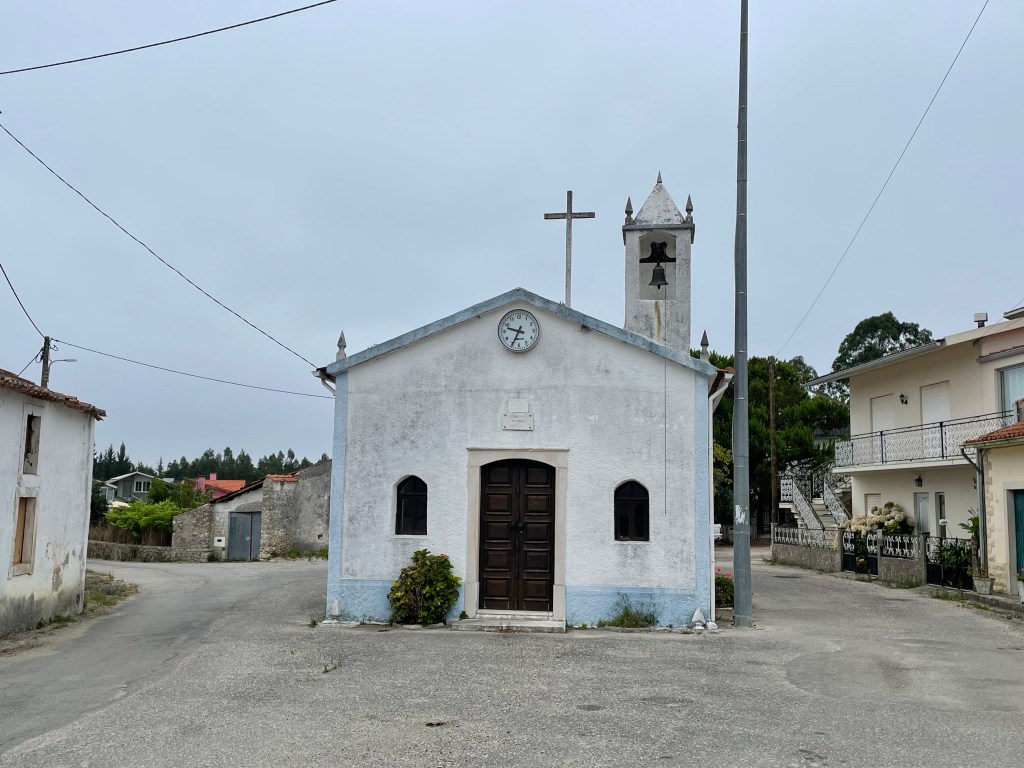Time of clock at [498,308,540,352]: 9:34
